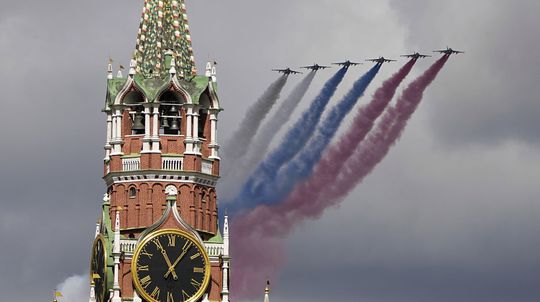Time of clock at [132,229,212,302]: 11:06
